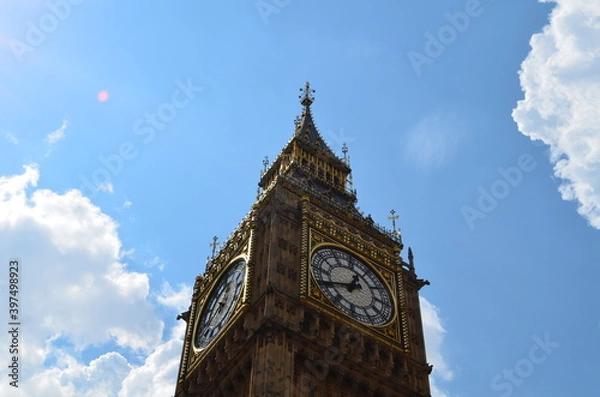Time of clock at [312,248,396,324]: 12:41
